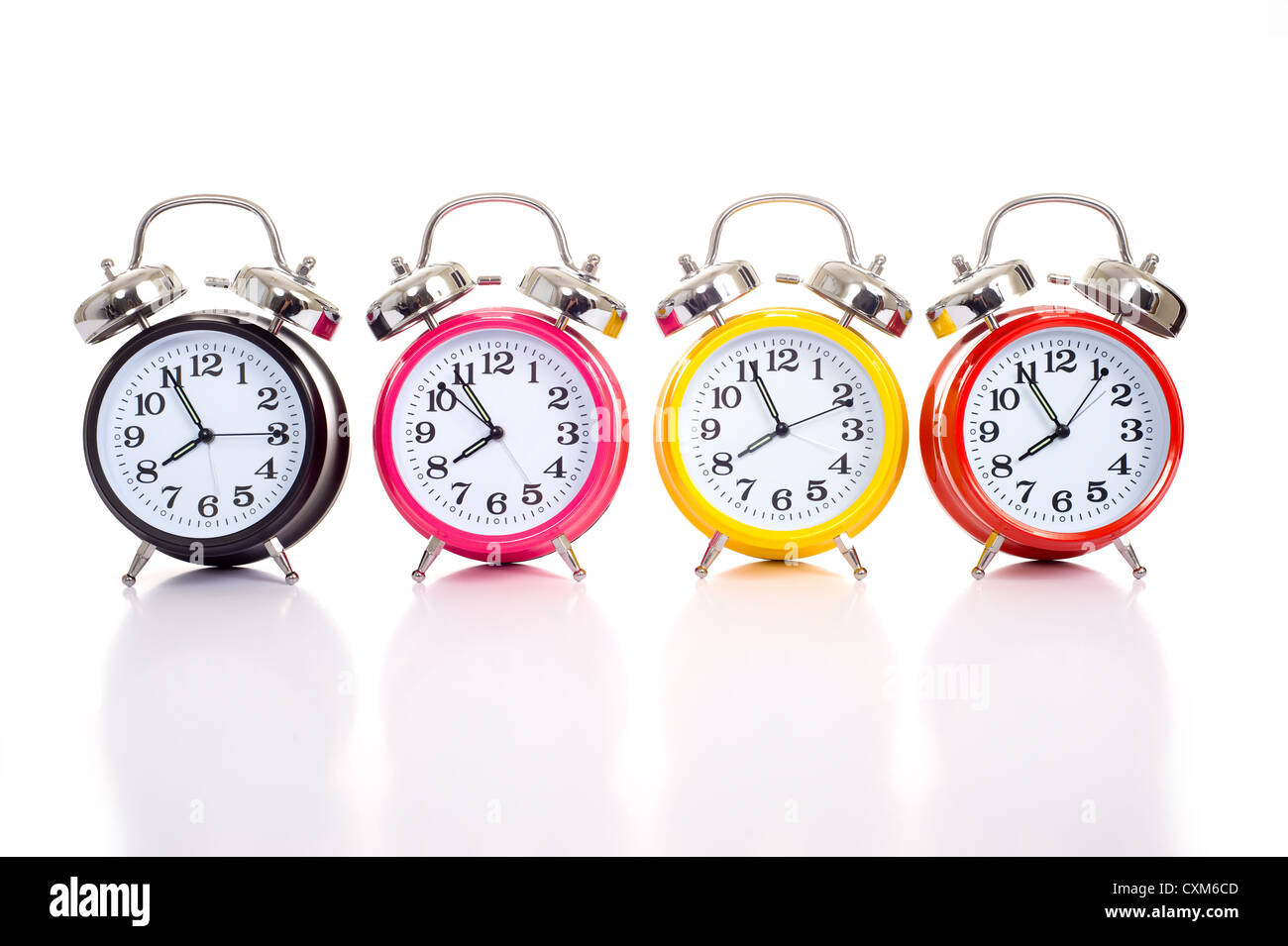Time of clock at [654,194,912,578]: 7:55
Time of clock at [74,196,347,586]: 7:54
